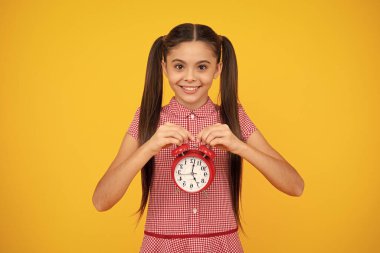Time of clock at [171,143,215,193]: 5:01
